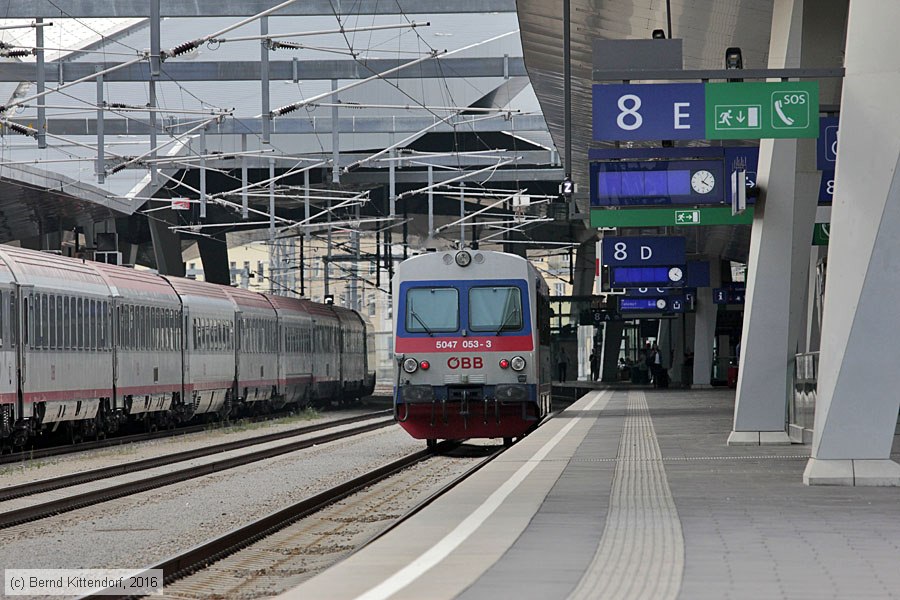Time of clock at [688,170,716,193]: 4:06
